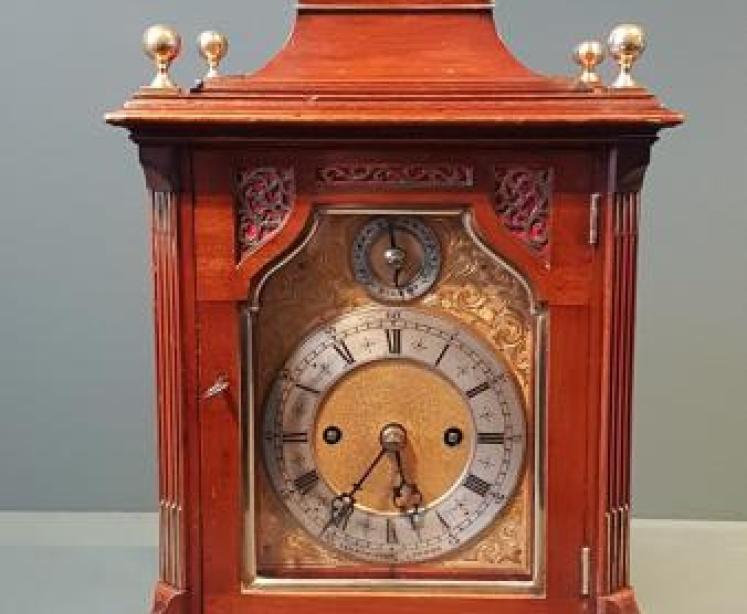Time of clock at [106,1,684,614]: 5:36
